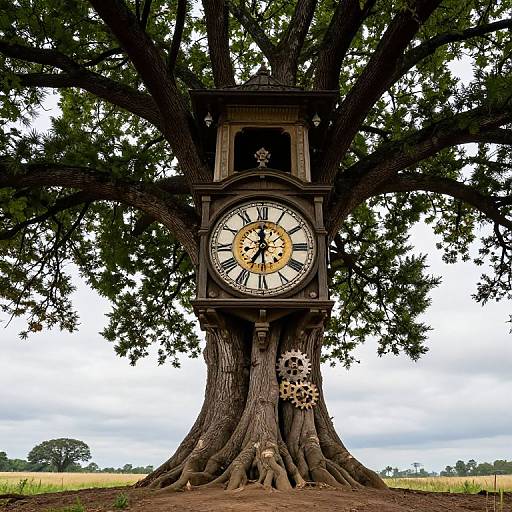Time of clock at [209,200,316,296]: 6:59
